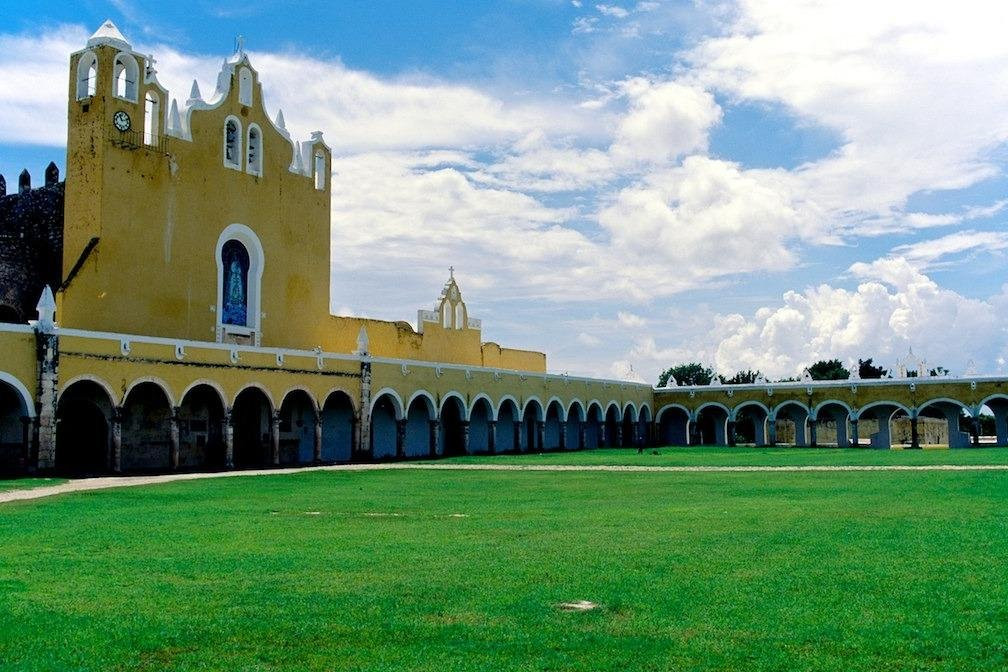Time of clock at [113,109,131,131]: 11:12
